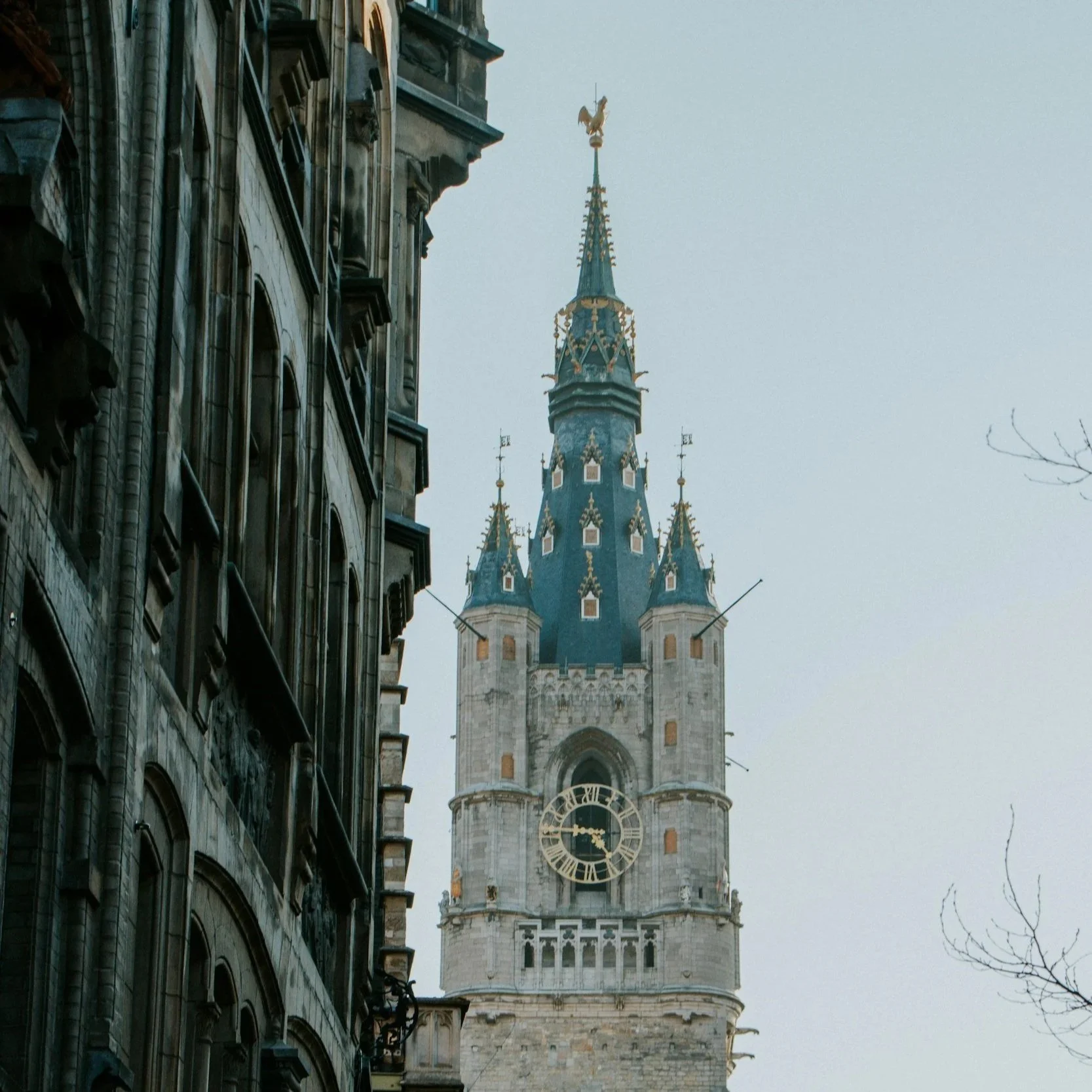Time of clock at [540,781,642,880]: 4:45
